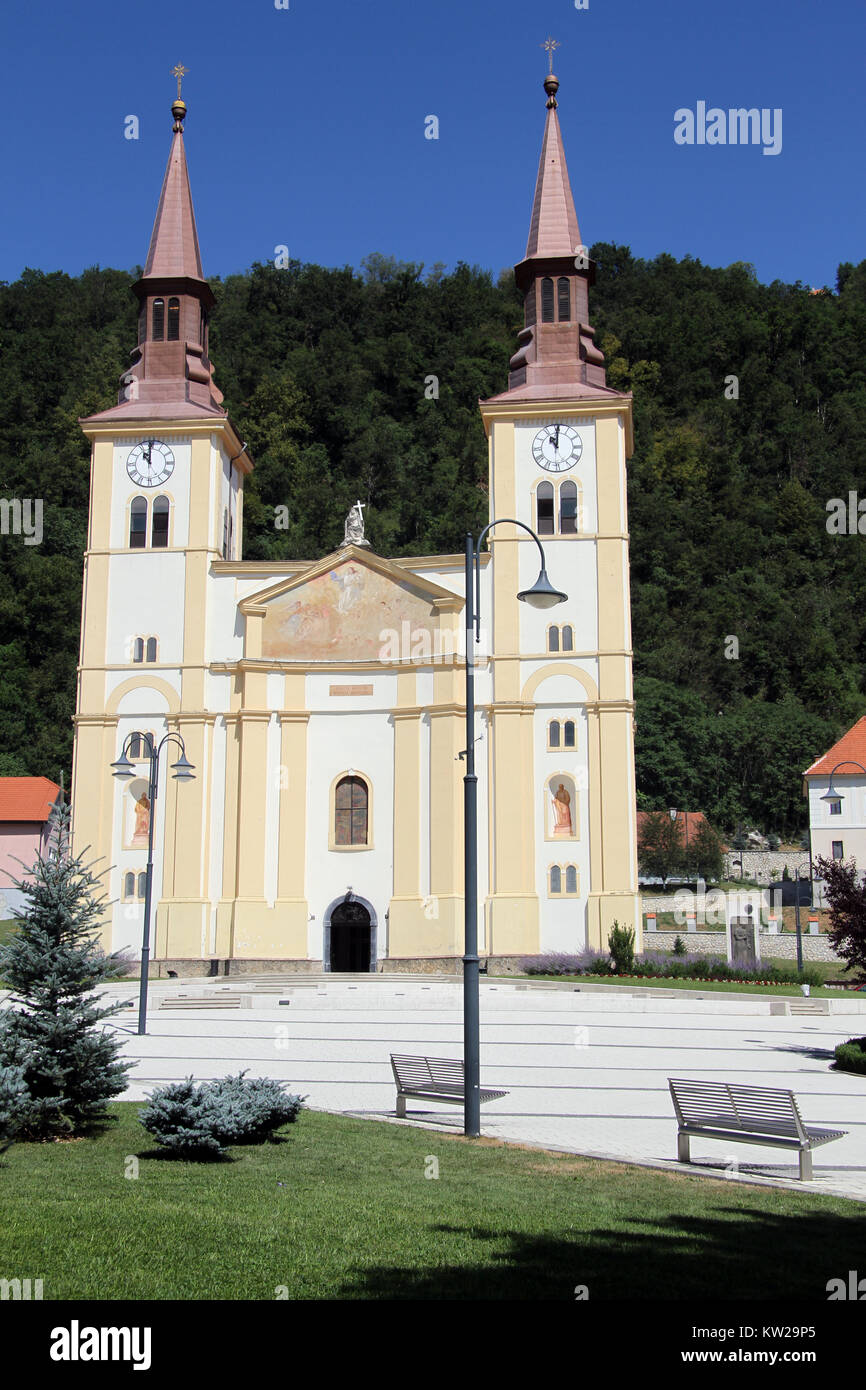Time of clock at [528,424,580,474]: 11:00
